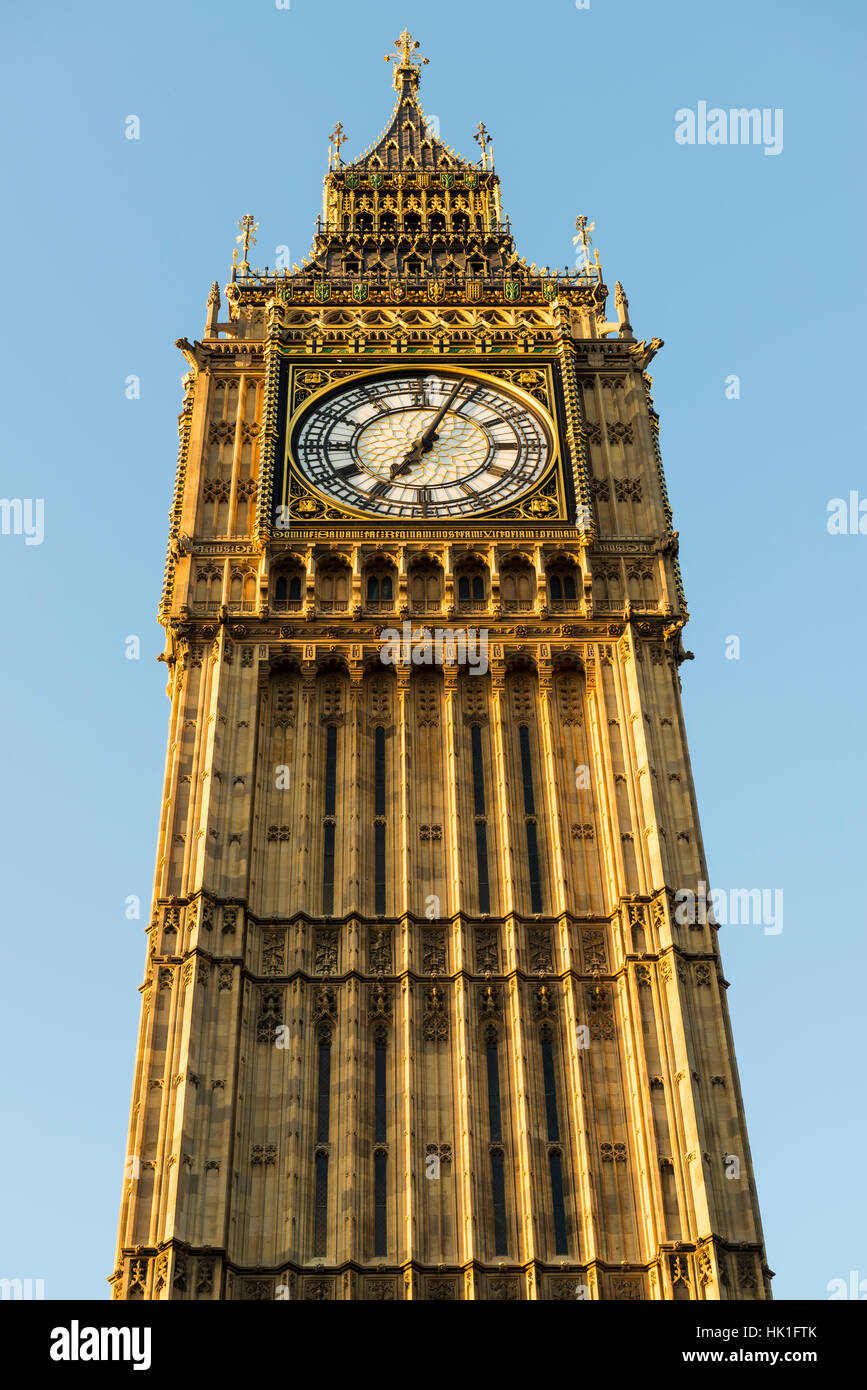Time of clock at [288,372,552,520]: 7:03
